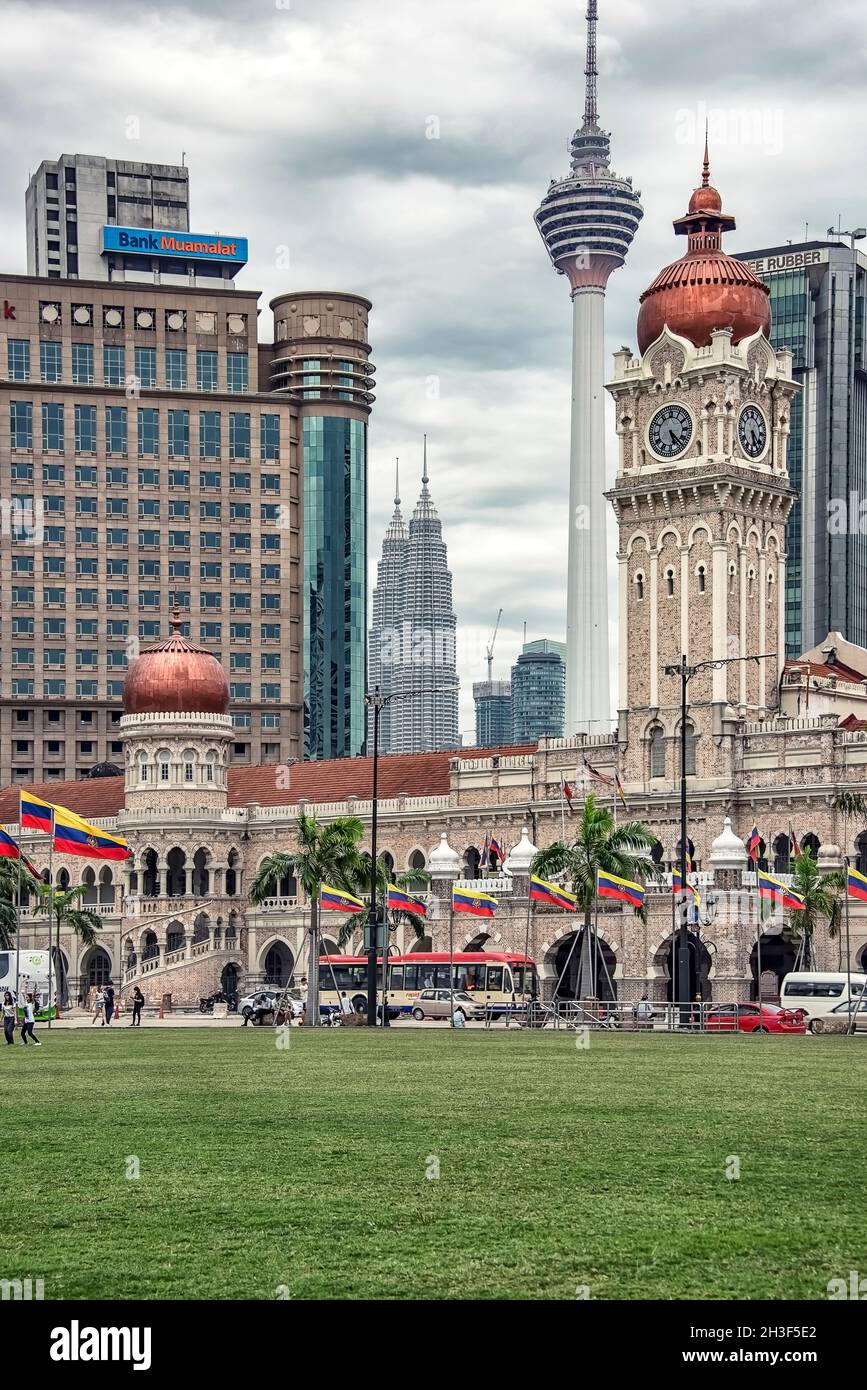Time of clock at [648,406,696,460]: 5:22
